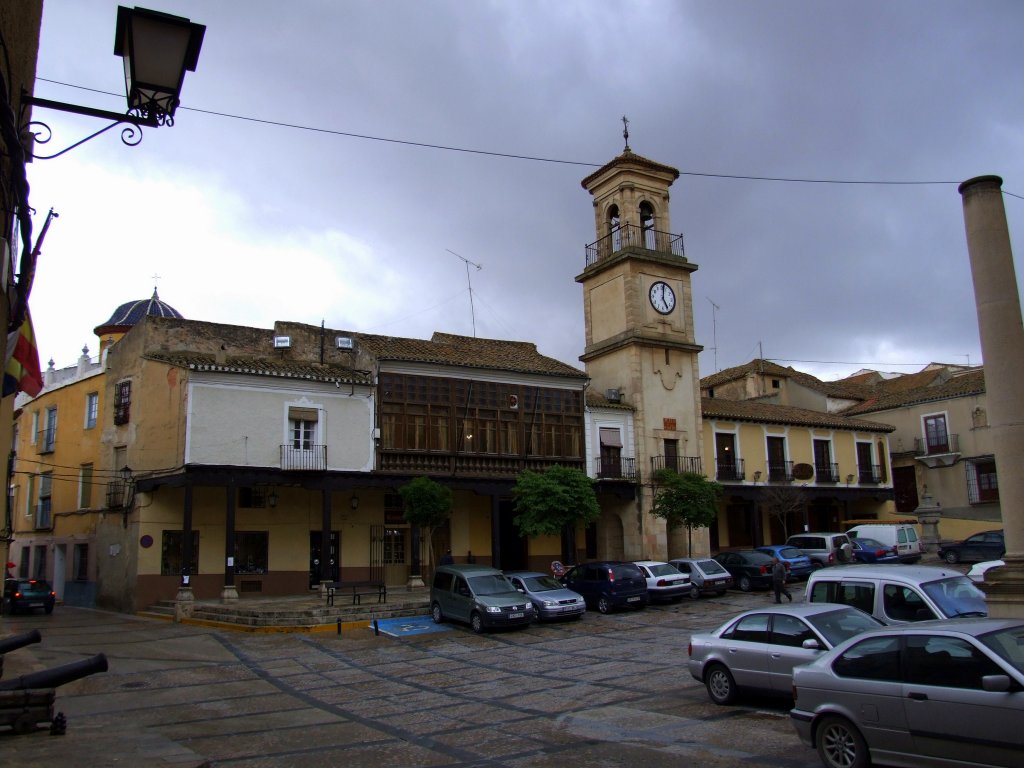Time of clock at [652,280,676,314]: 5:01
